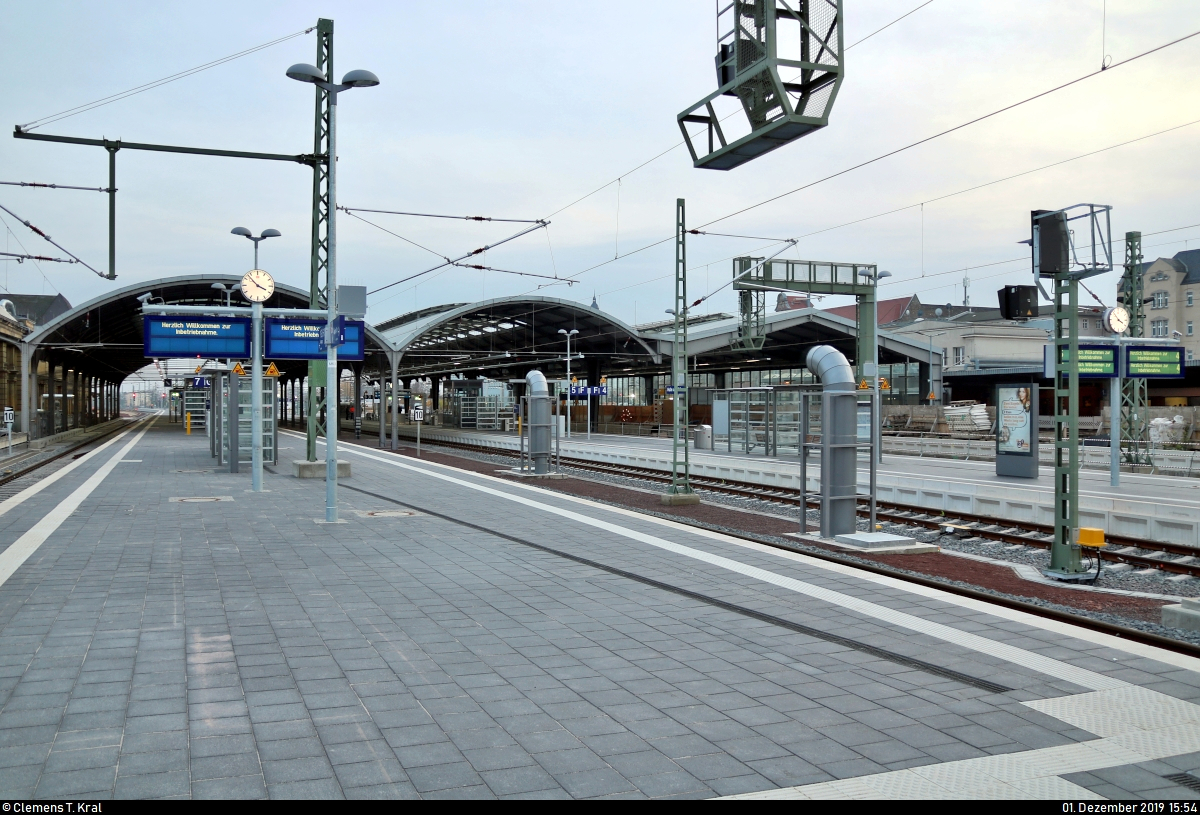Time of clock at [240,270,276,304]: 3:52
